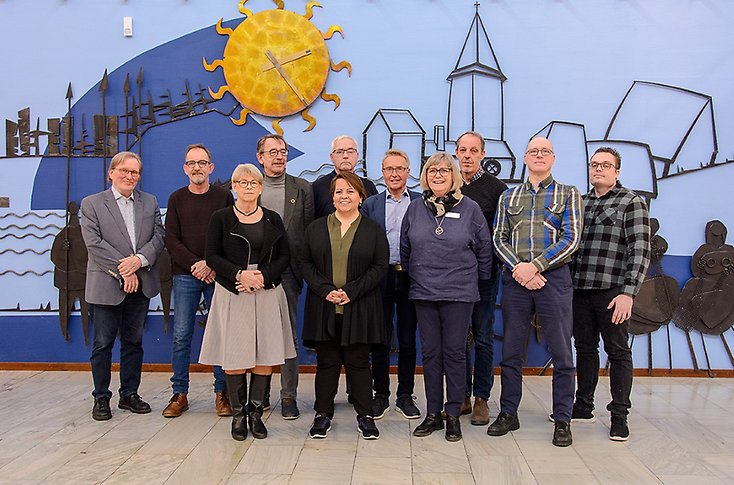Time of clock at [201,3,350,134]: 2:23
